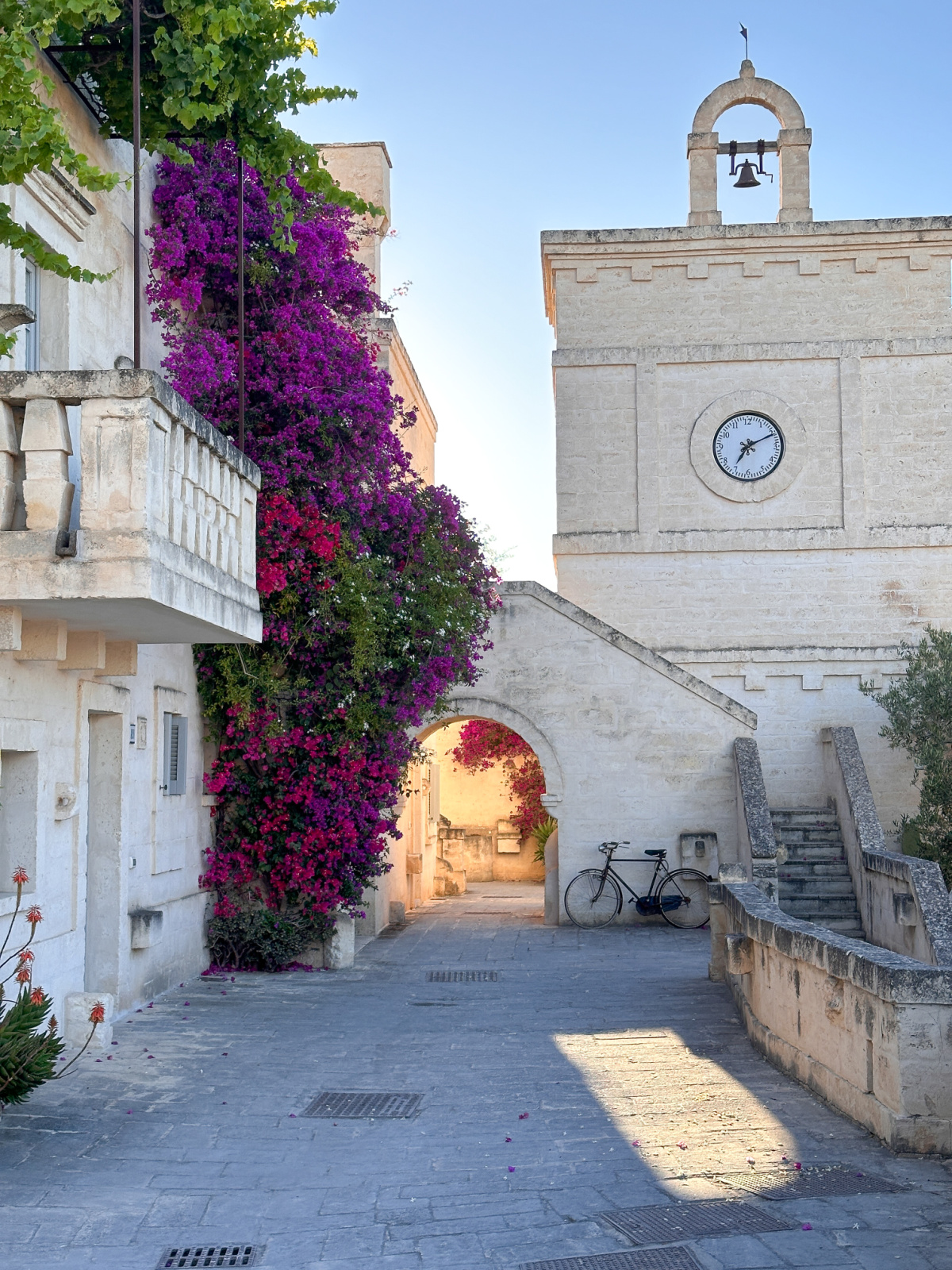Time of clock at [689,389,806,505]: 7:10
